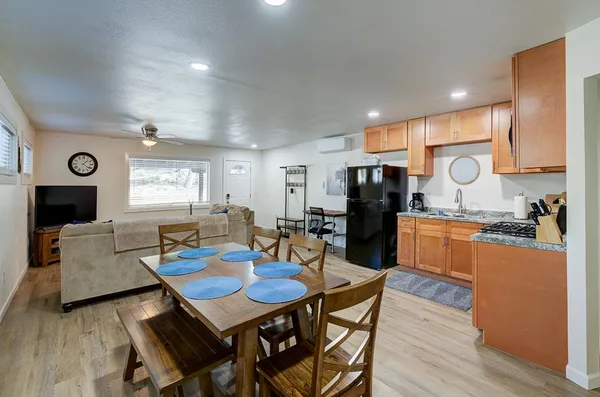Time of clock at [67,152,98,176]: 1:21
